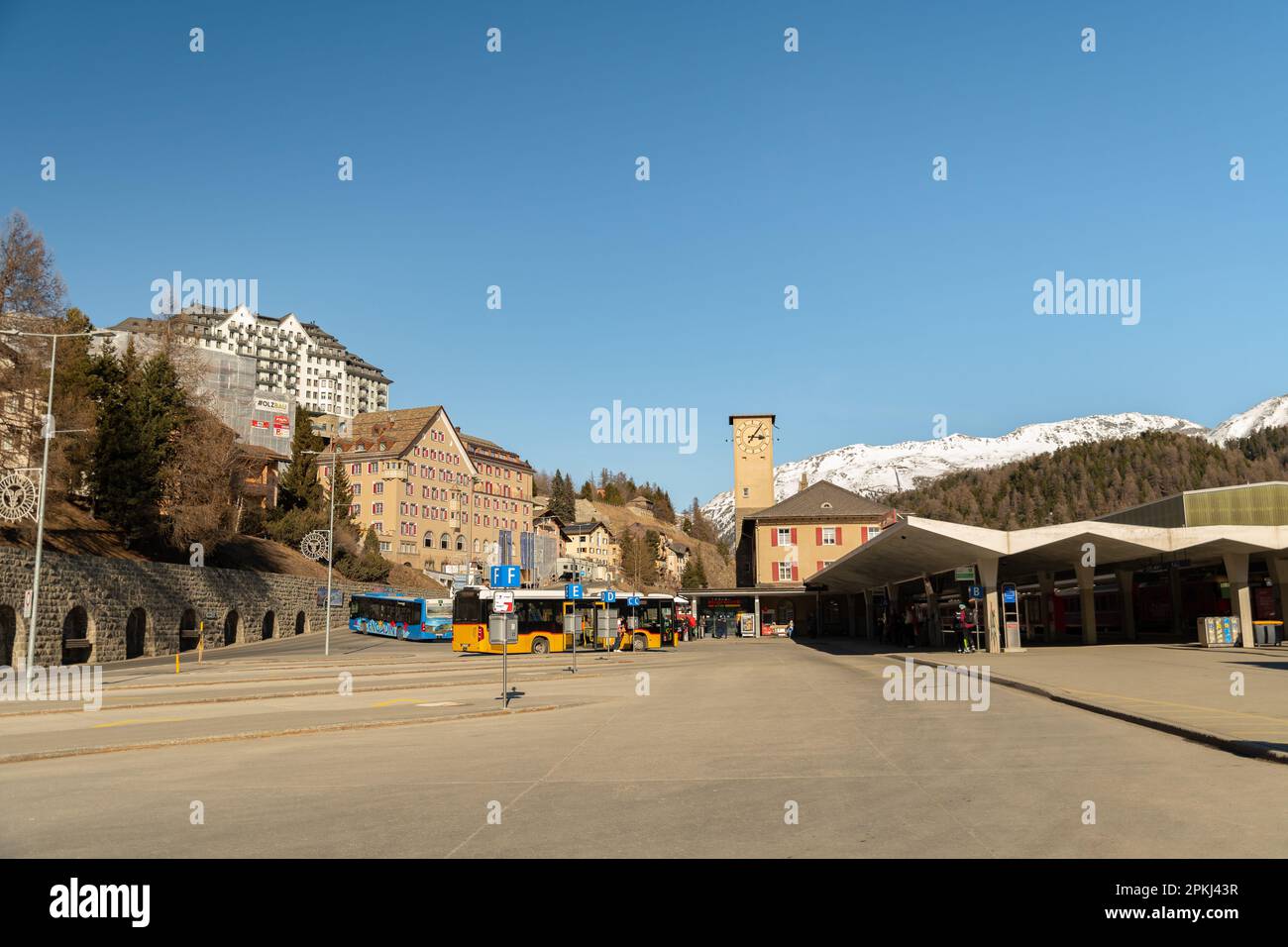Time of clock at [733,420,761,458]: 3:06
